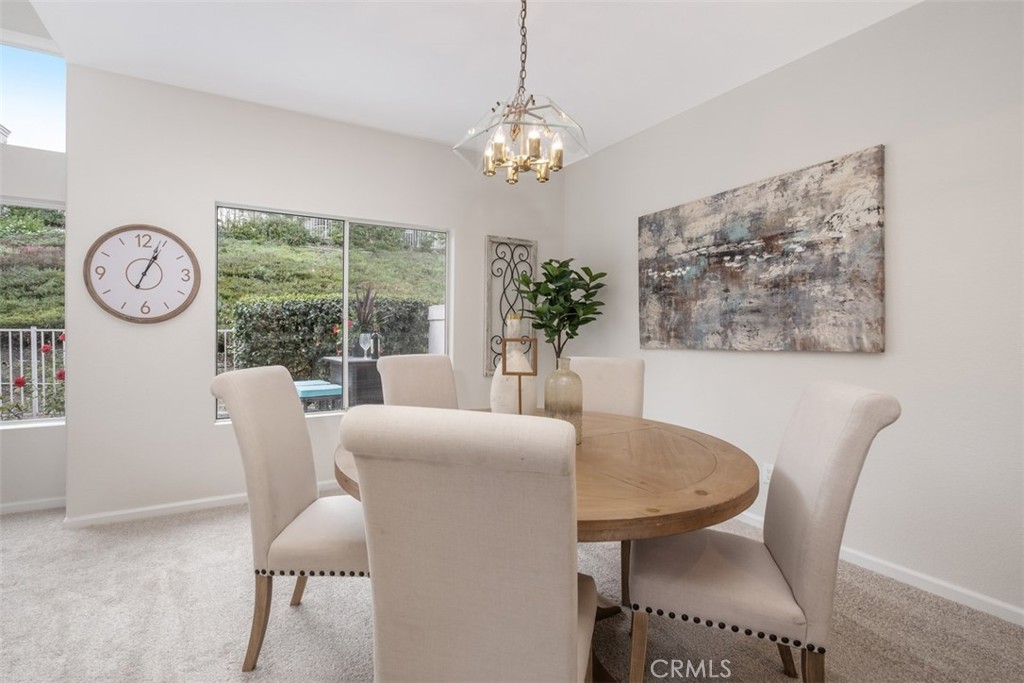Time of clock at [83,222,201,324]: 1:04
